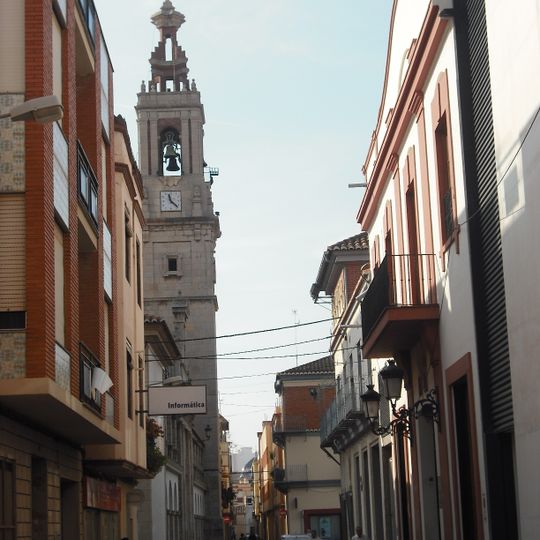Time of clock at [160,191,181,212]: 11:22
